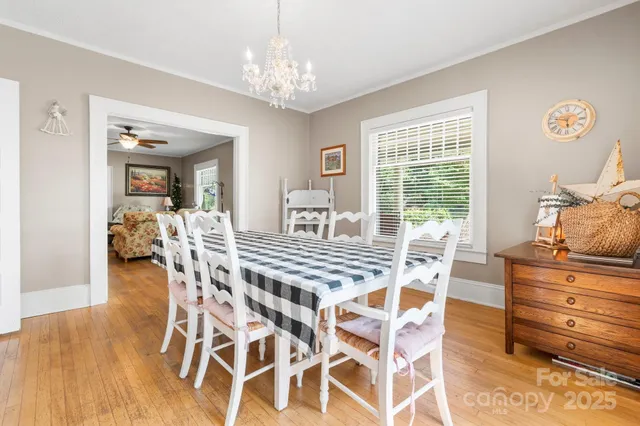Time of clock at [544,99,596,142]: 5:47
